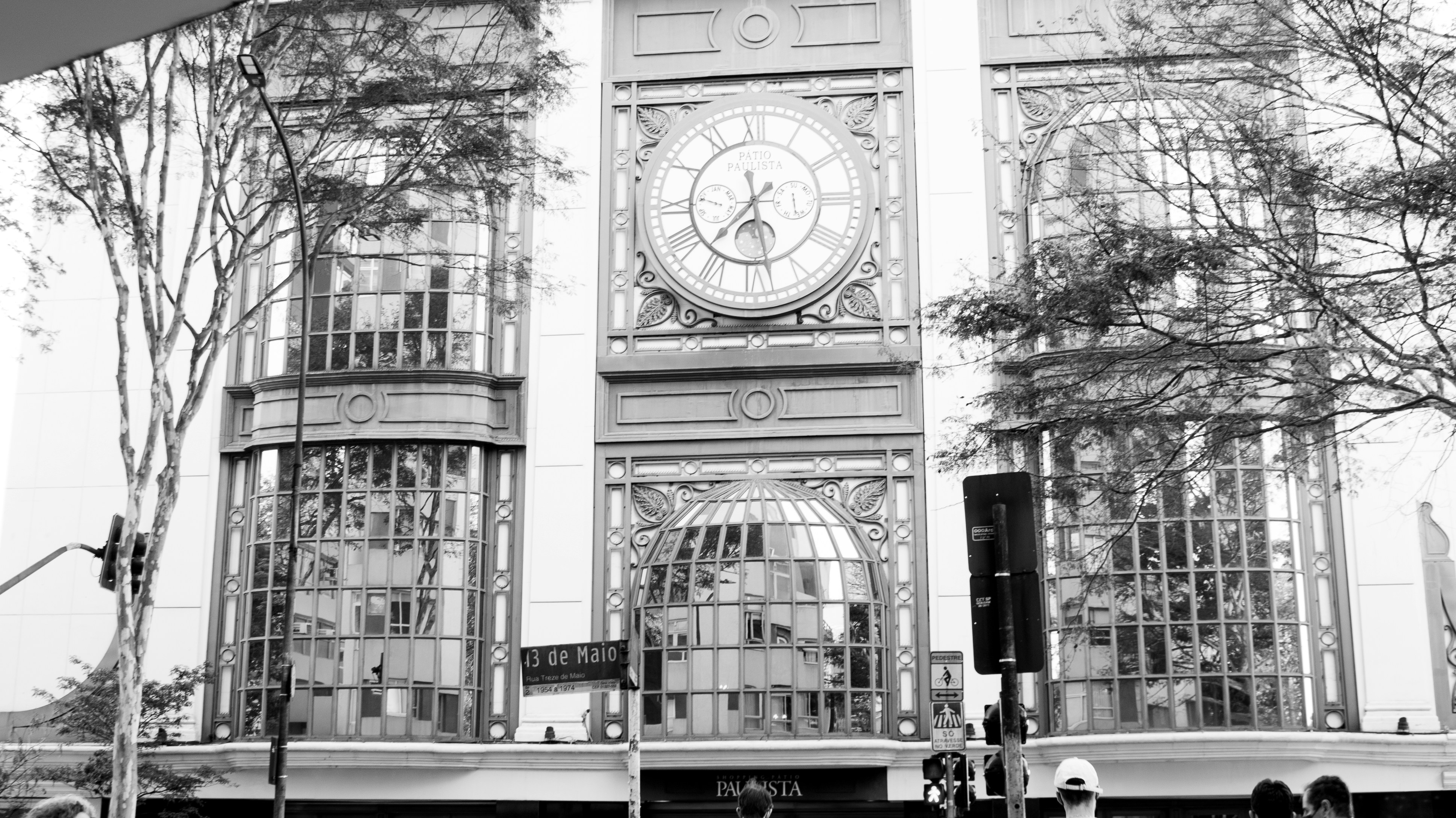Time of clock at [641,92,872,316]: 7:28
